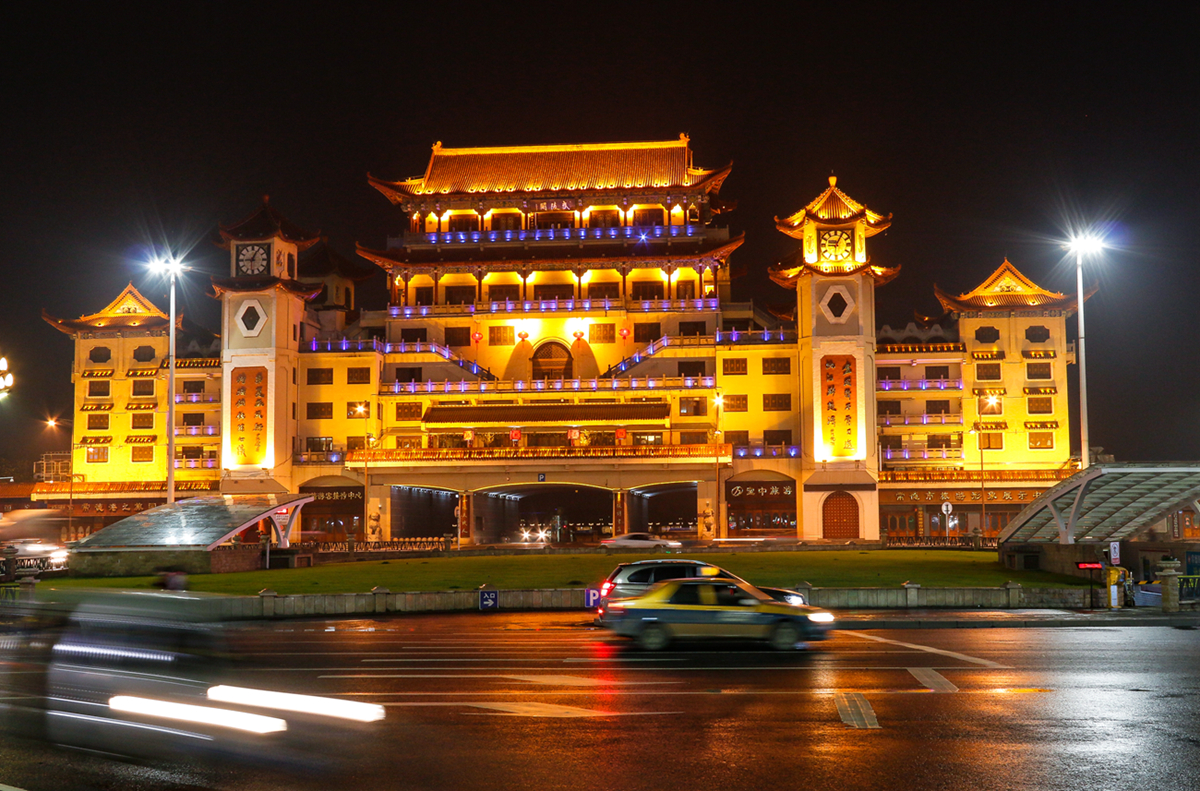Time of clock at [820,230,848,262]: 9:04
